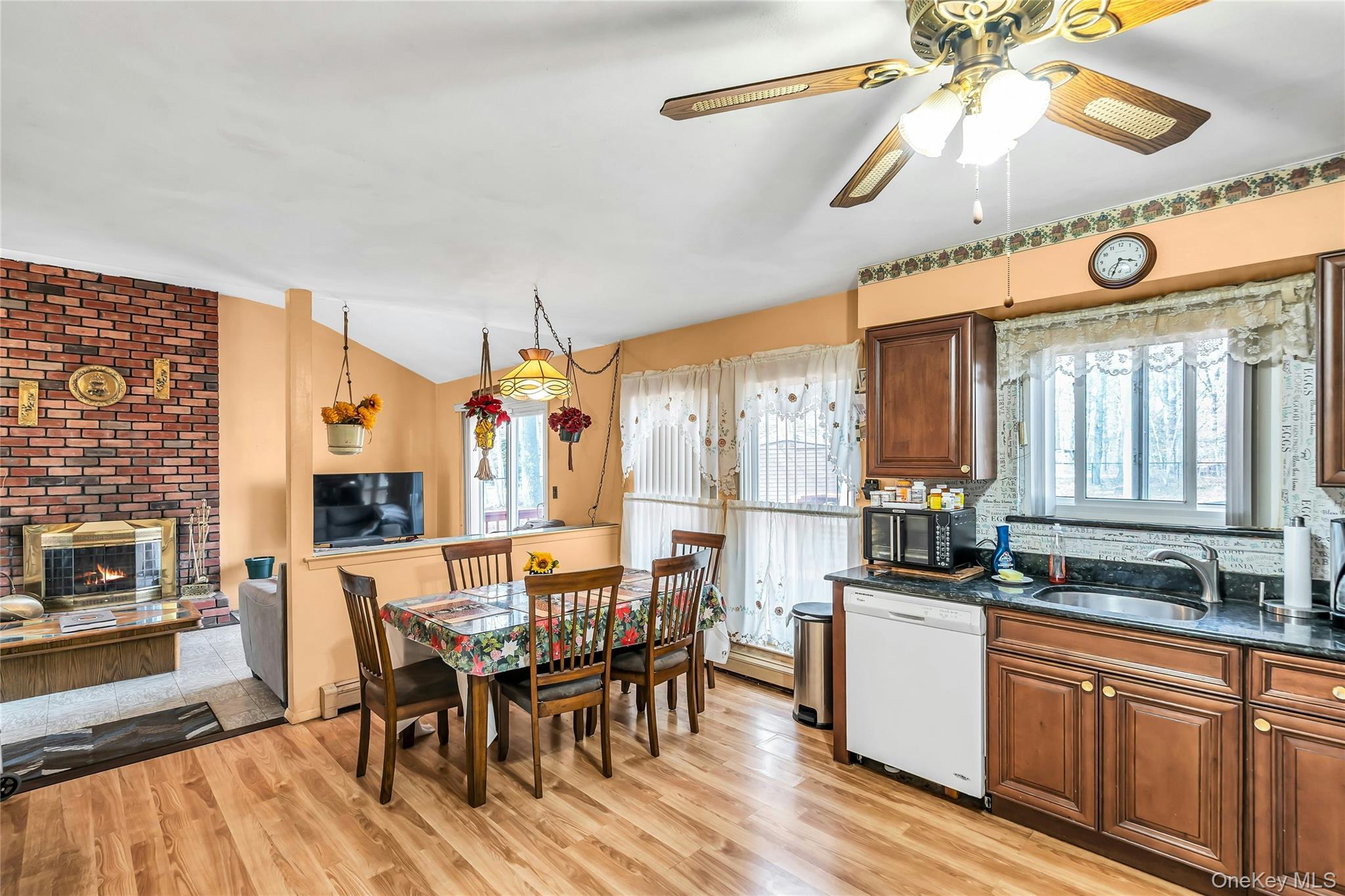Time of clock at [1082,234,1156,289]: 3:33
